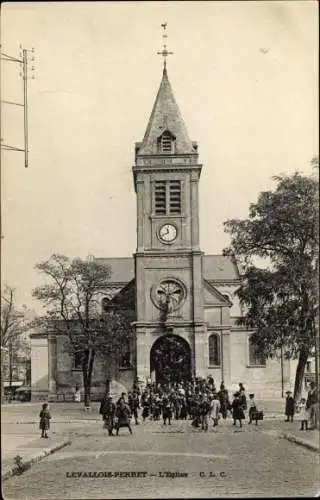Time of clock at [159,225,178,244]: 11:41
